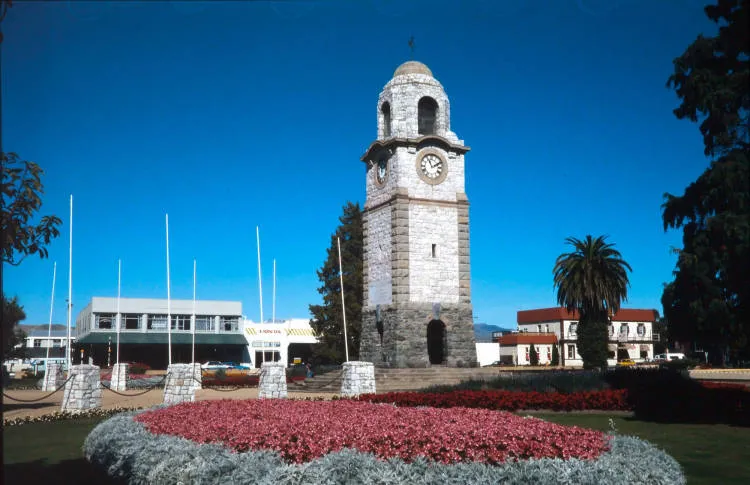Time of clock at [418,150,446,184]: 11:10
